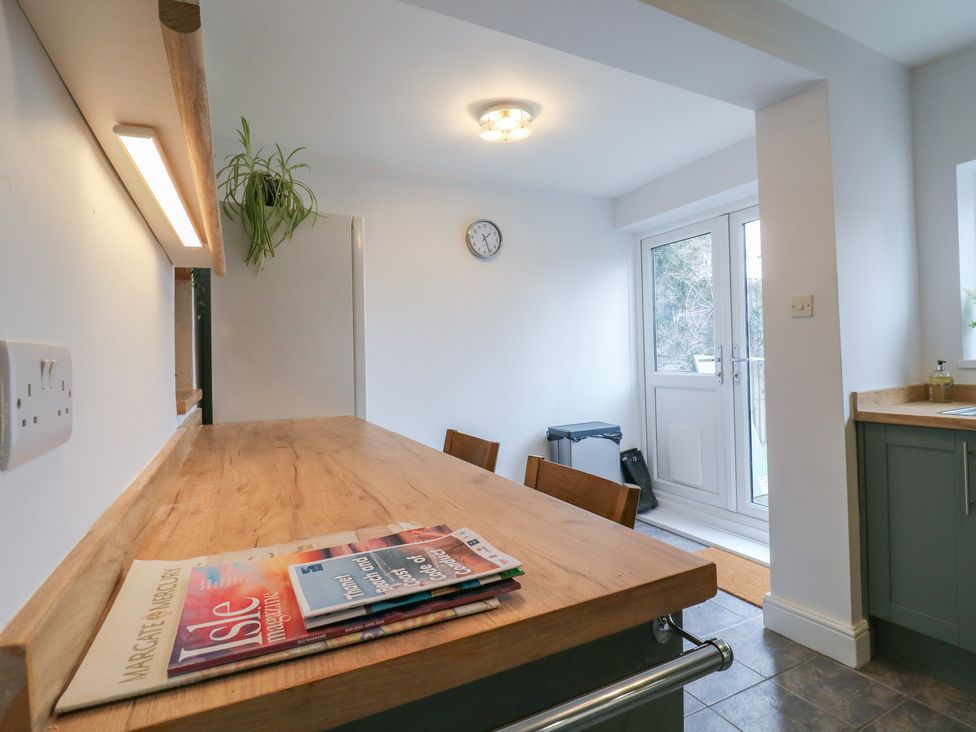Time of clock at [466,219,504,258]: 1:26
